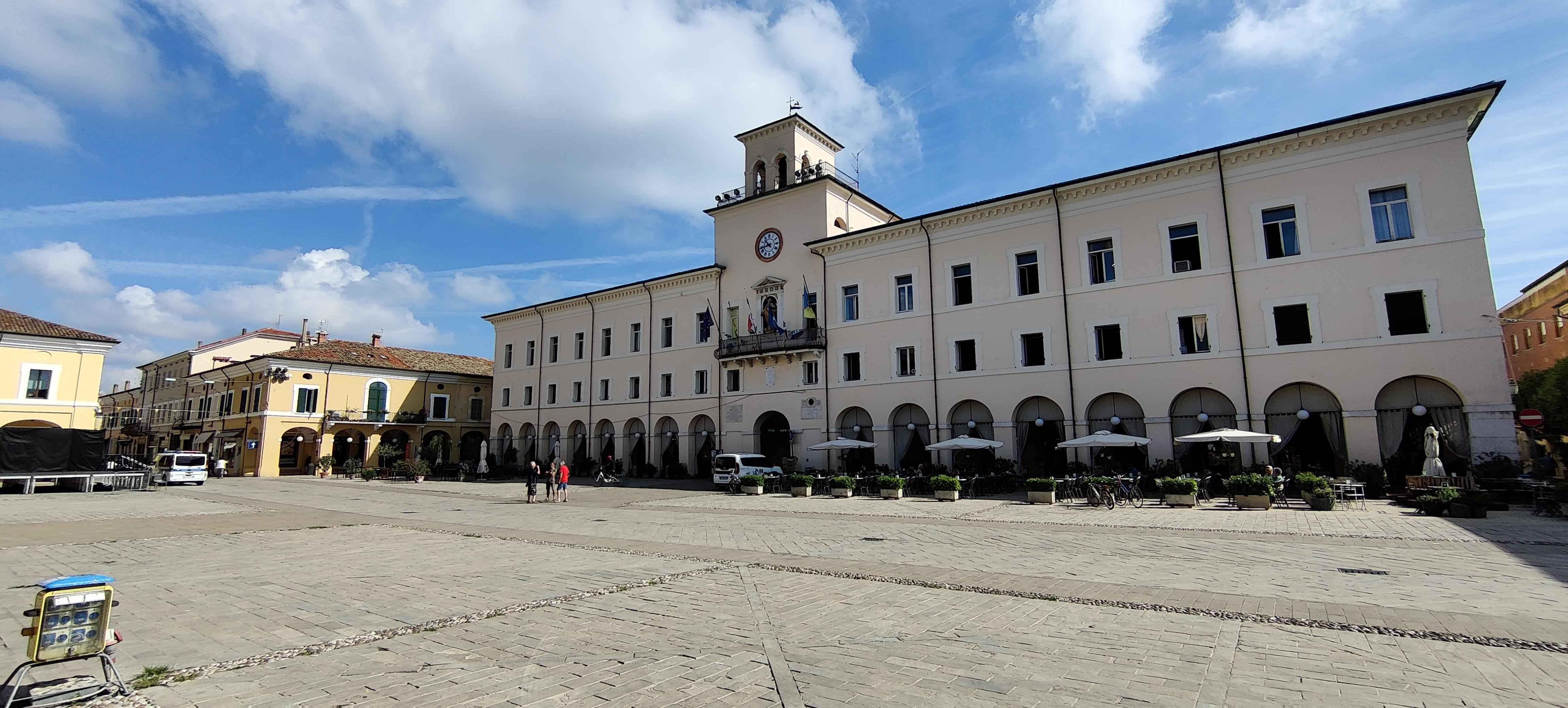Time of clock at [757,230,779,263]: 10:43
